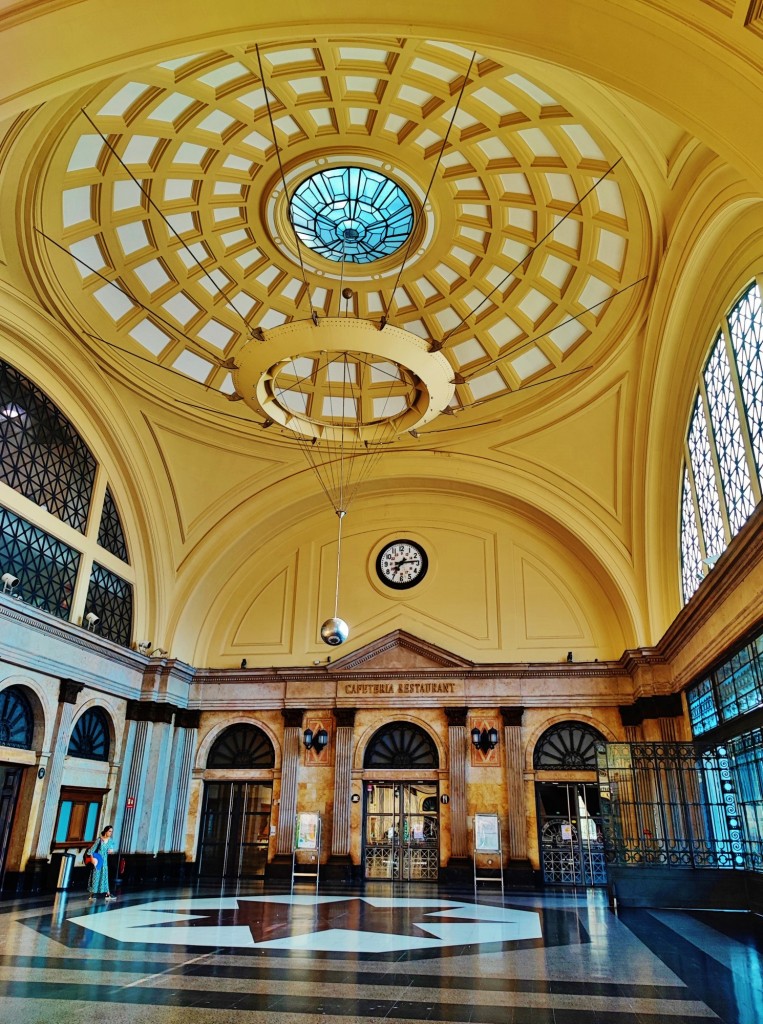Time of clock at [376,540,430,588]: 7:13
